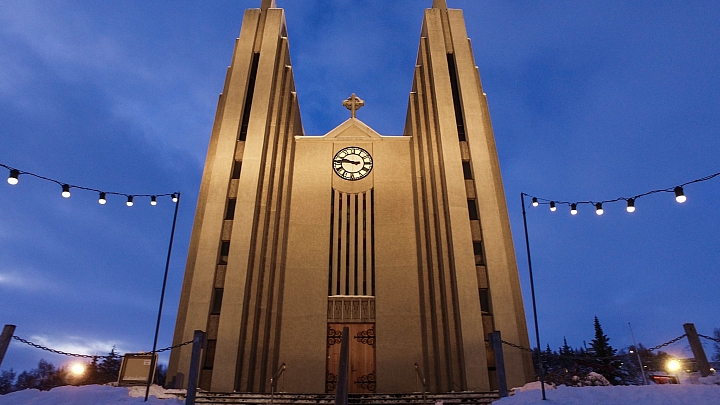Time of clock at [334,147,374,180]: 9:45
